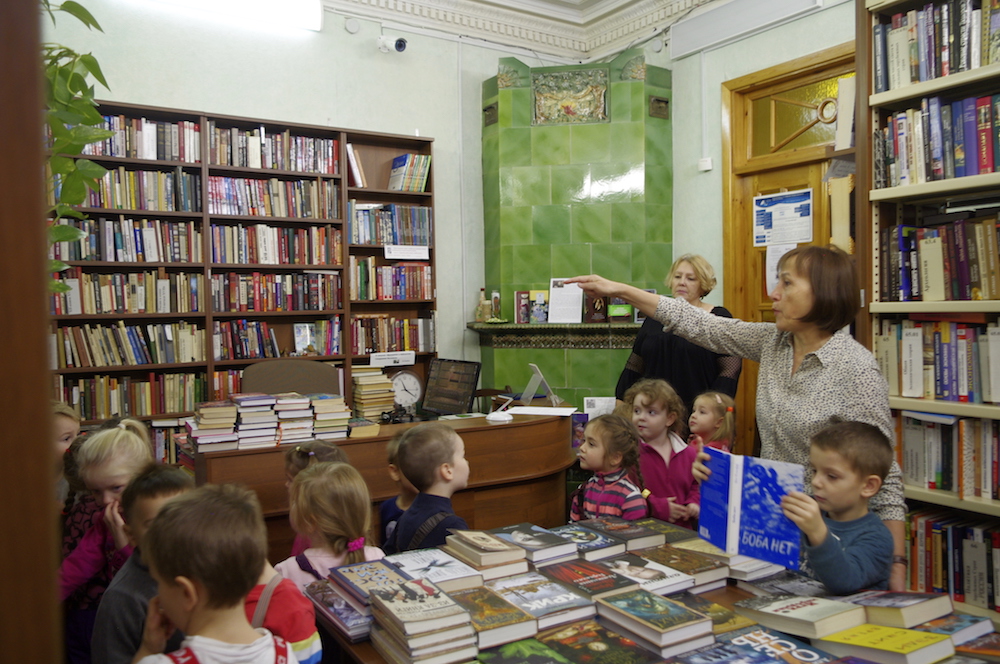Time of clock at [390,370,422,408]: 11:21
